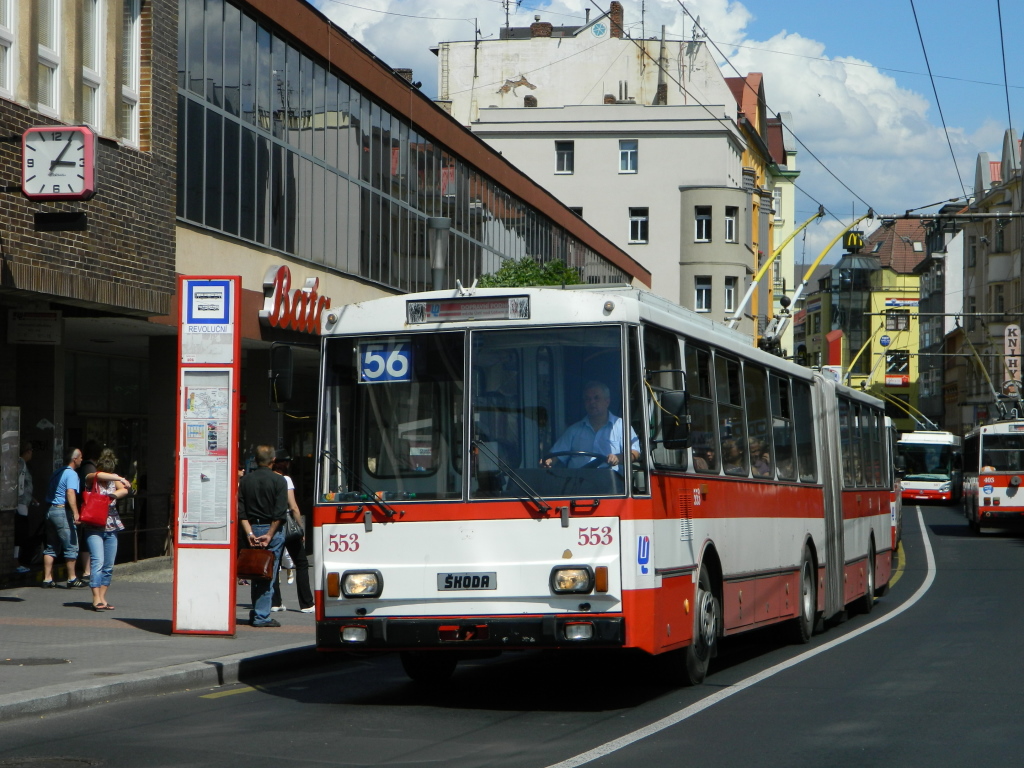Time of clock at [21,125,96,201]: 3:05
